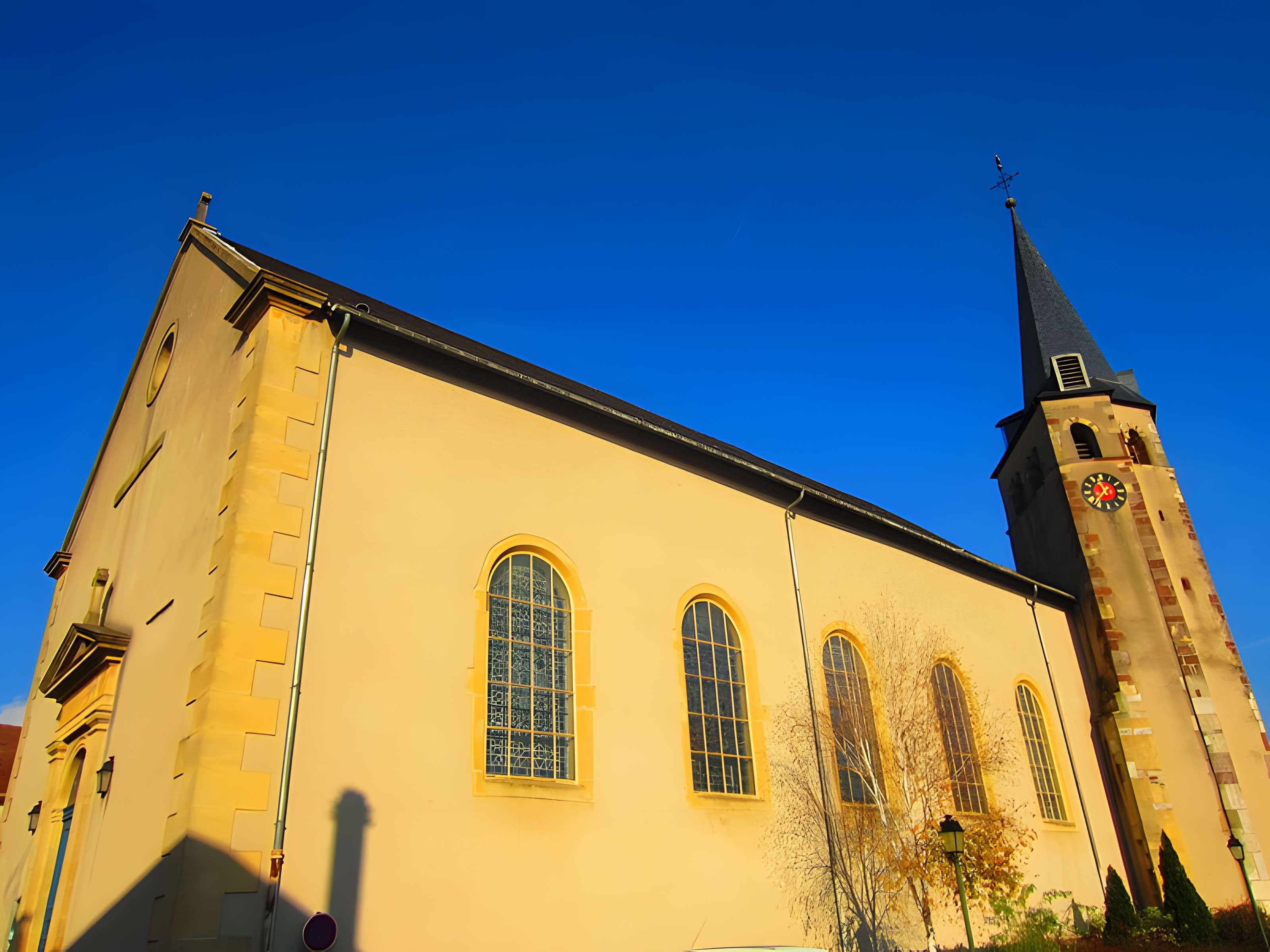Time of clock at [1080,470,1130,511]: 11:36
